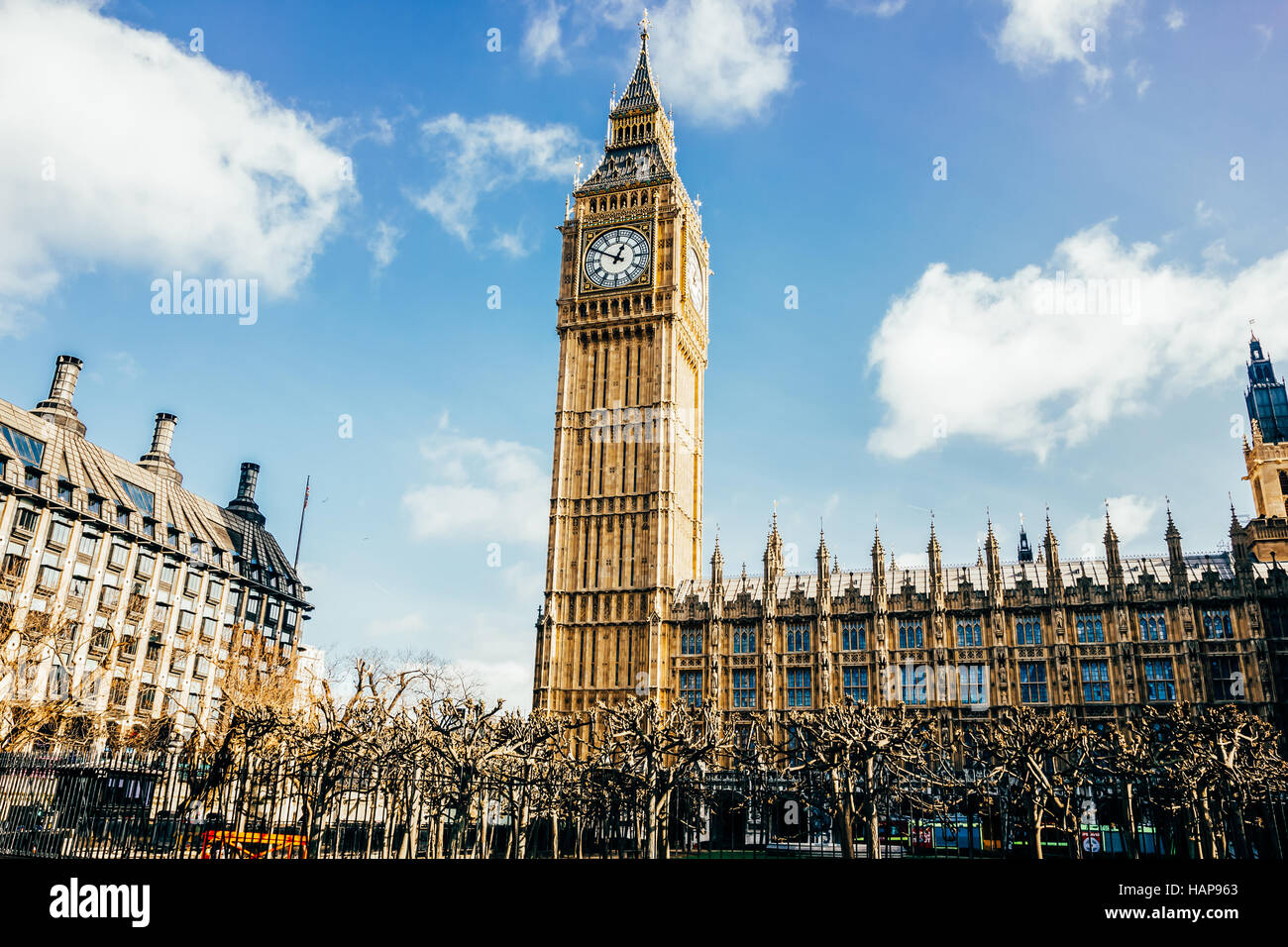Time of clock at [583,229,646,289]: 12:49
